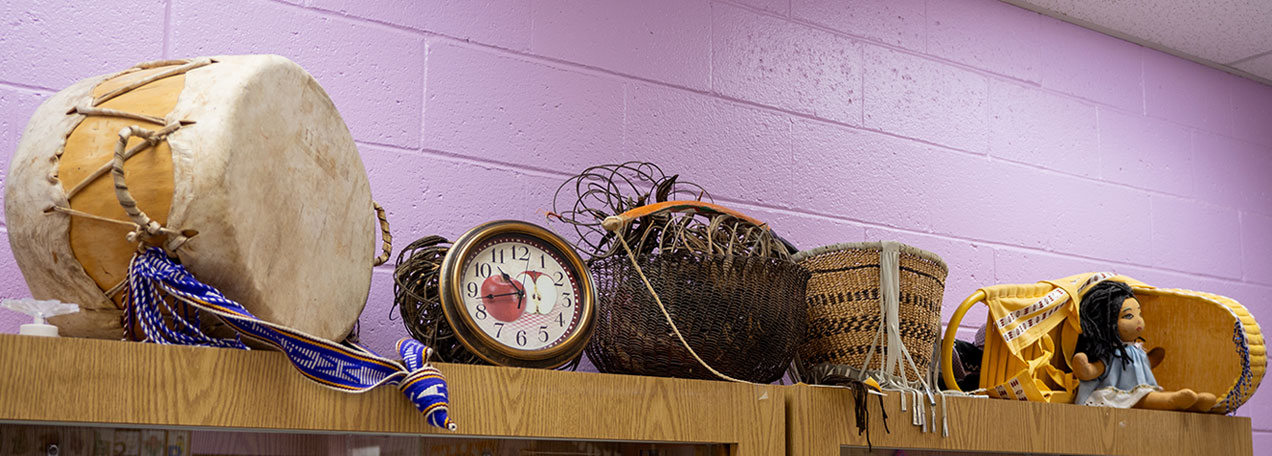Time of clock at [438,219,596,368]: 10:42
